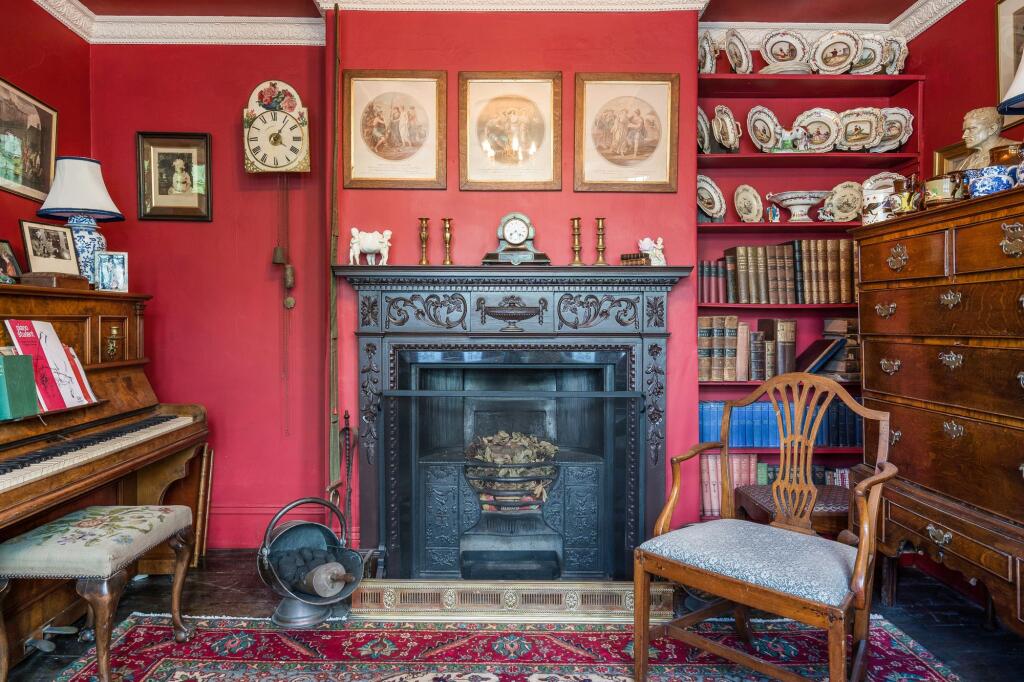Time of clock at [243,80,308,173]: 4:06
